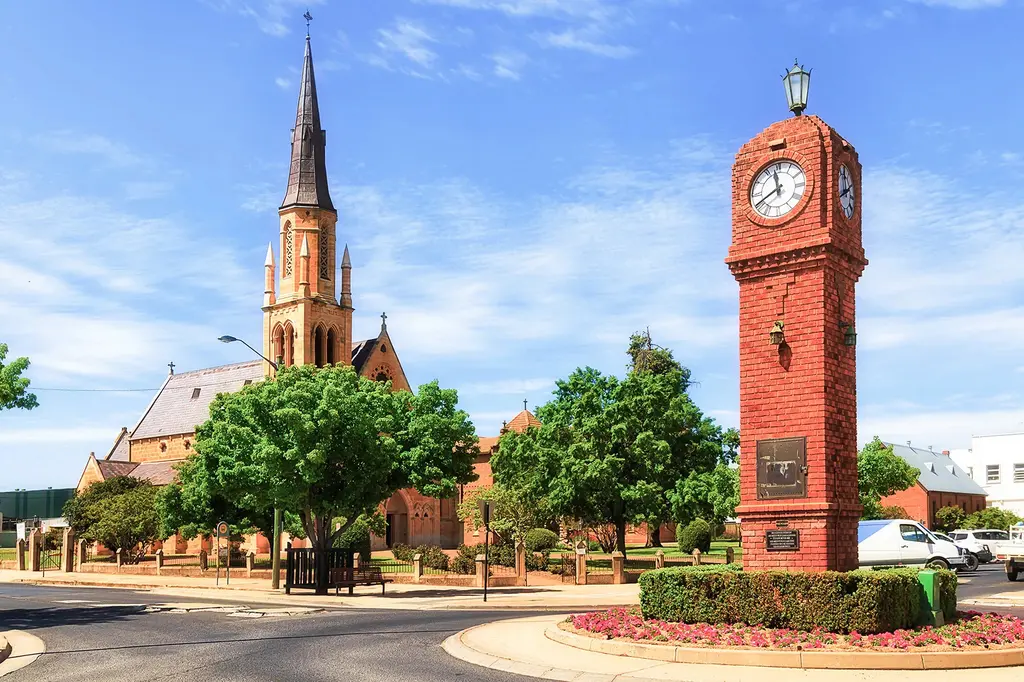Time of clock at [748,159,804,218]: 11:40
